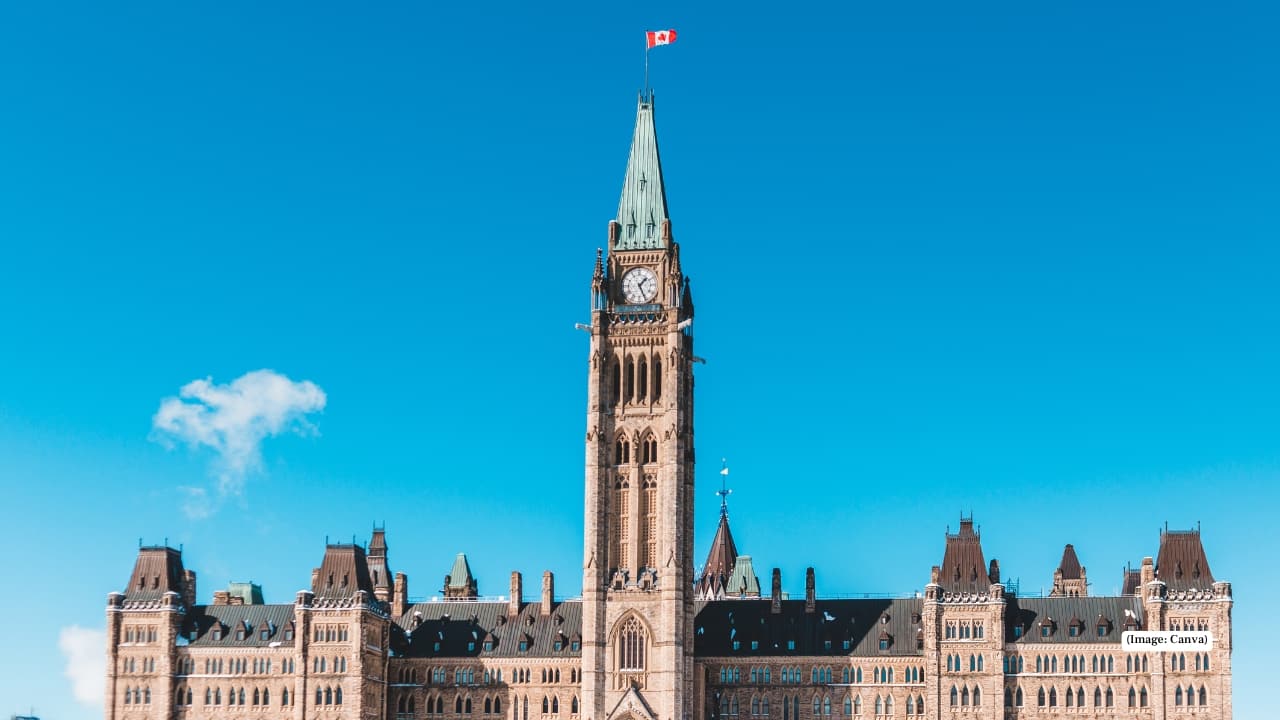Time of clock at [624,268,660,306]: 1:26
